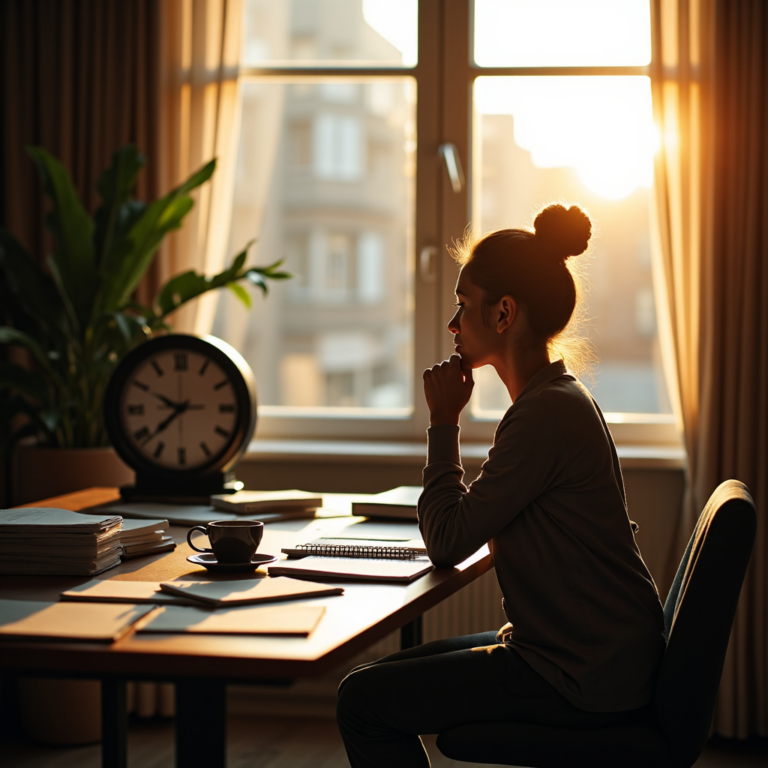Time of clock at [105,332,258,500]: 9:37
